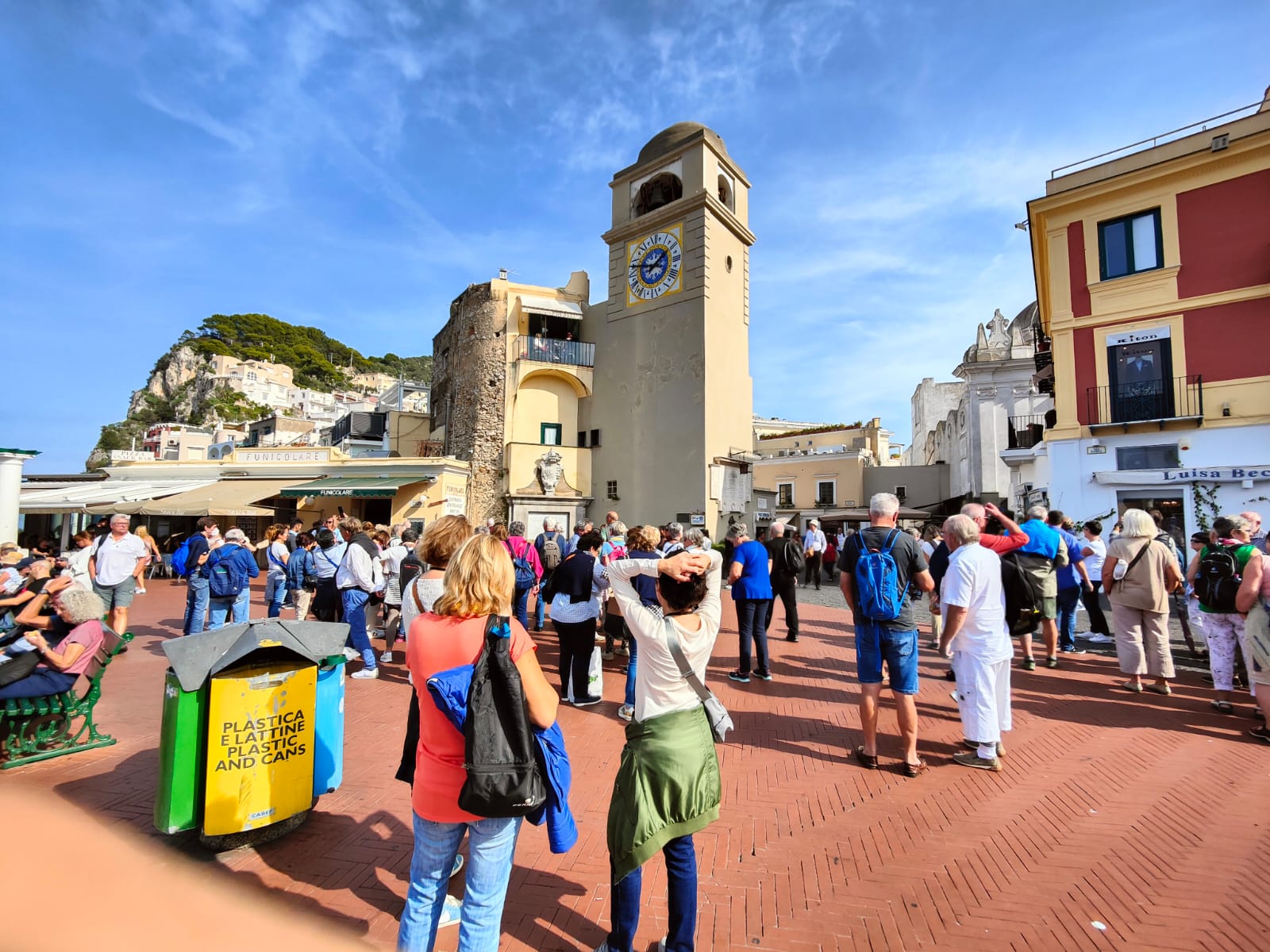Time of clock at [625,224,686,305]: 1:46
